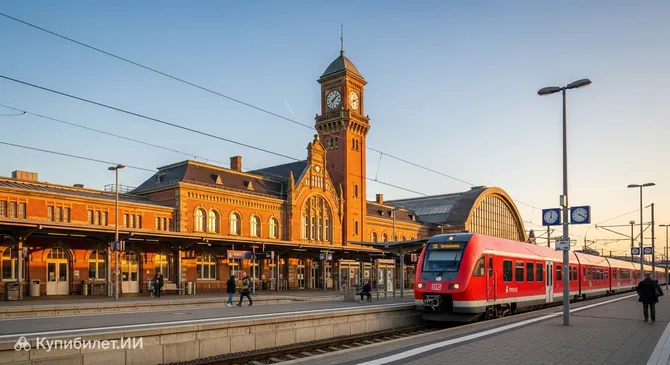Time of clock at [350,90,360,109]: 8:11
